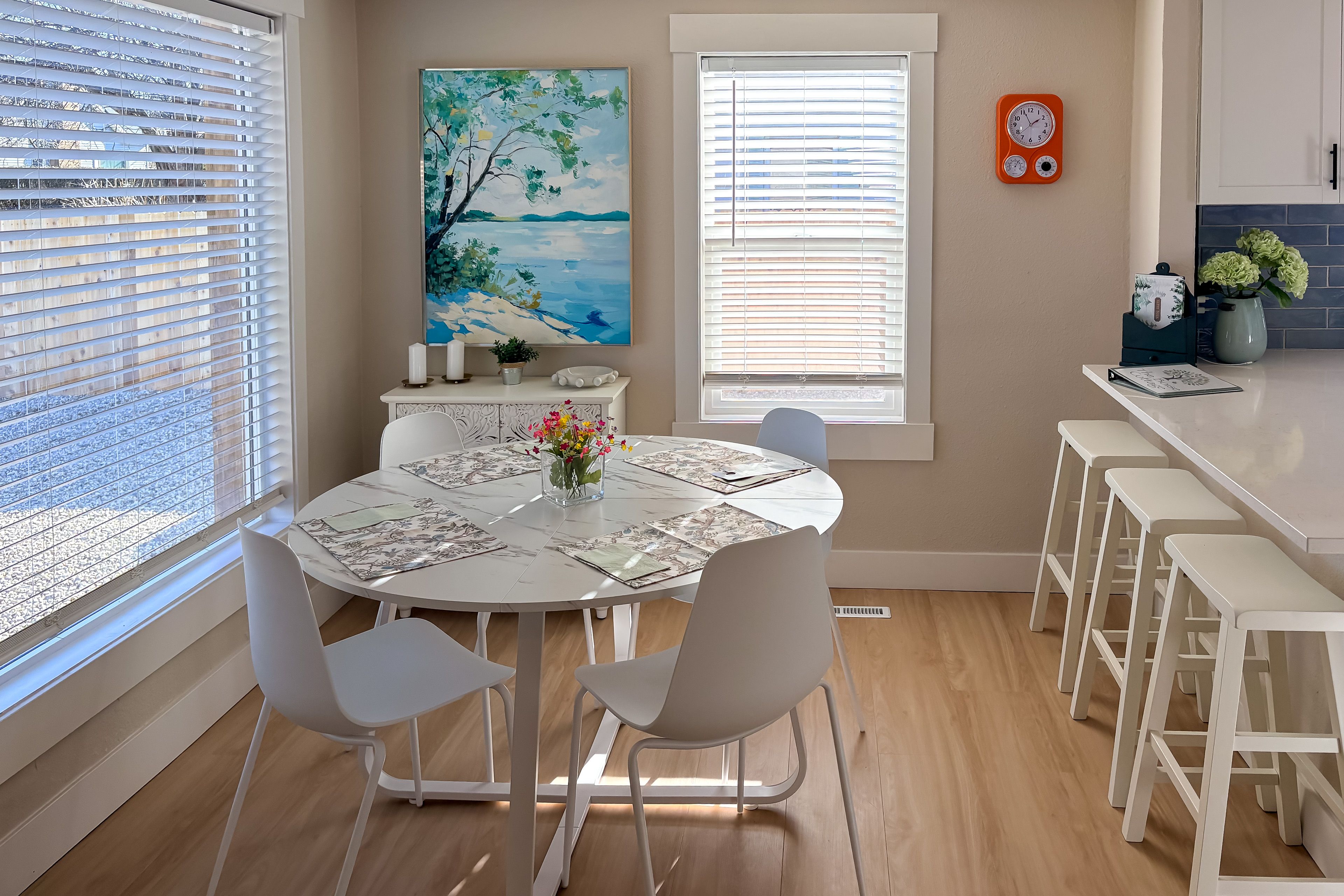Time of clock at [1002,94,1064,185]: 1:56
